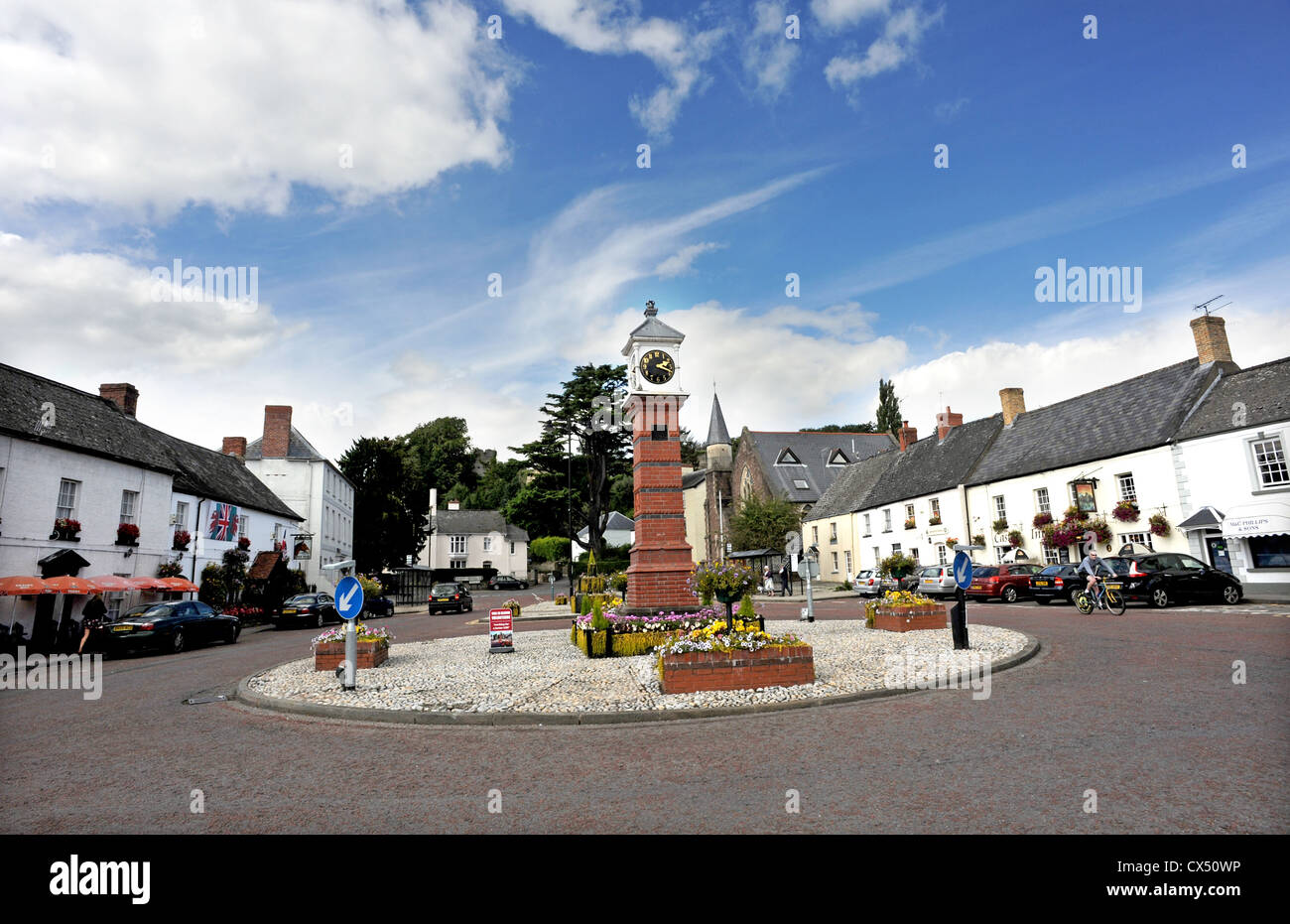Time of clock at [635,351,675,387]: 2:18
